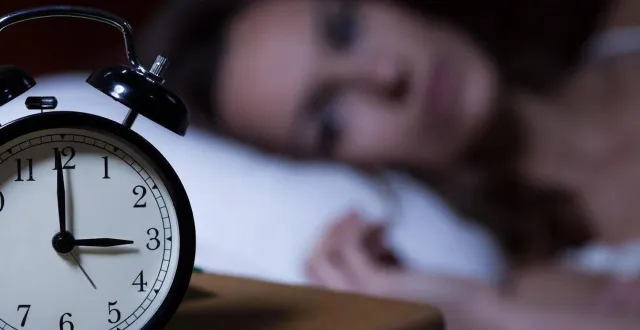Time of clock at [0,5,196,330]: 2:59
